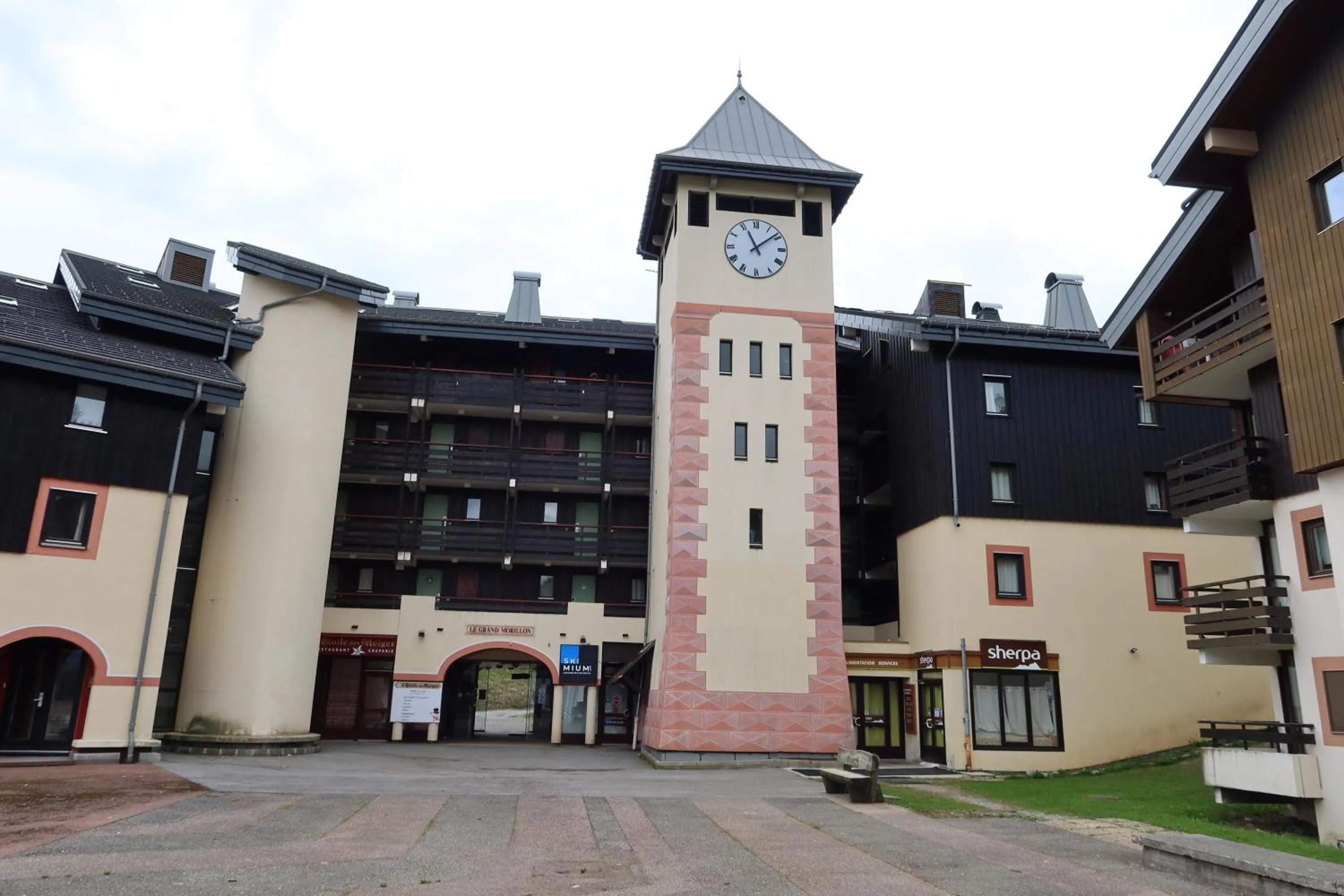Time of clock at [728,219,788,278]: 11:08
